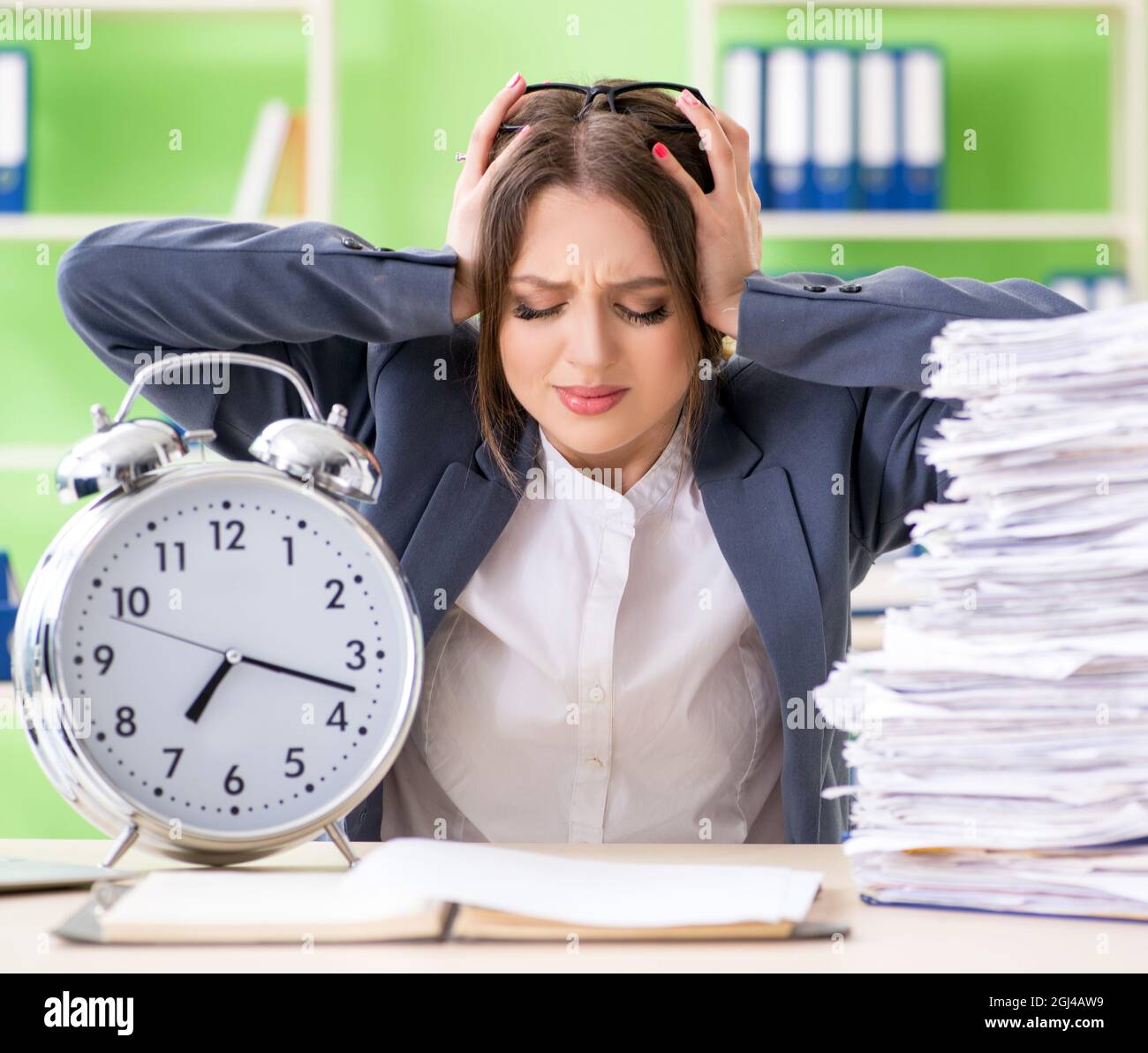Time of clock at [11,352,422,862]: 7:17
